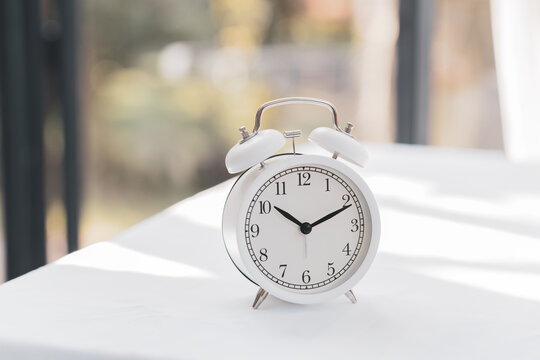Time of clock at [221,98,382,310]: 10:11
